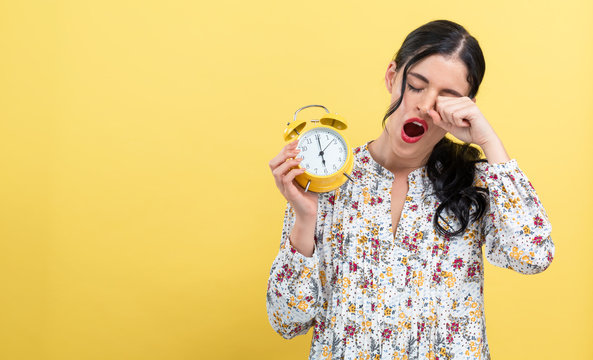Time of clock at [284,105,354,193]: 6:00
